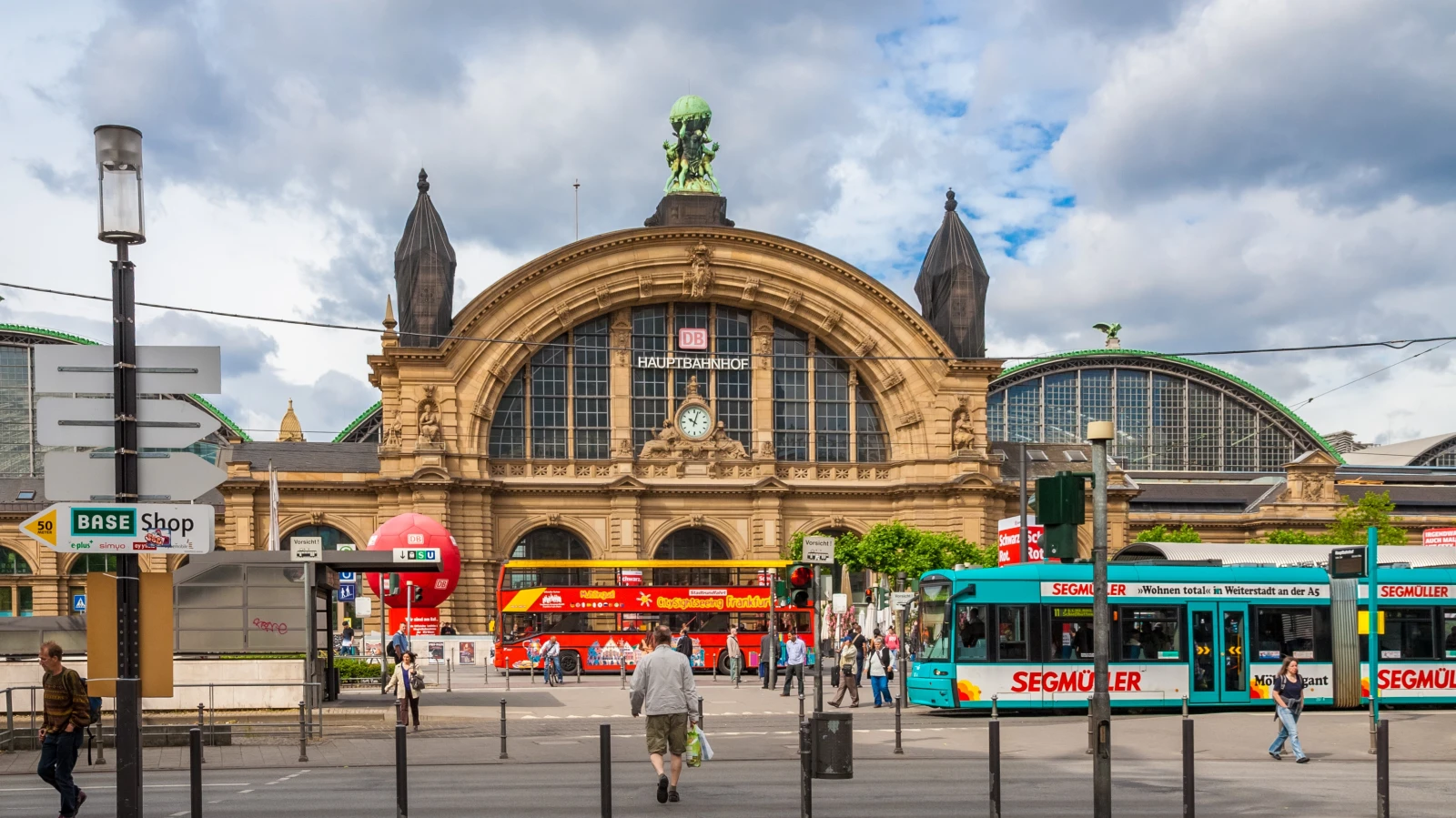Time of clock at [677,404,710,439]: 10:03
